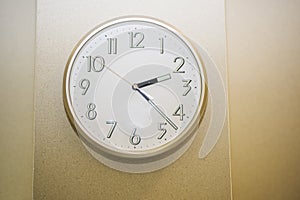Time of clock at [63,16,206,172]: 2:22
